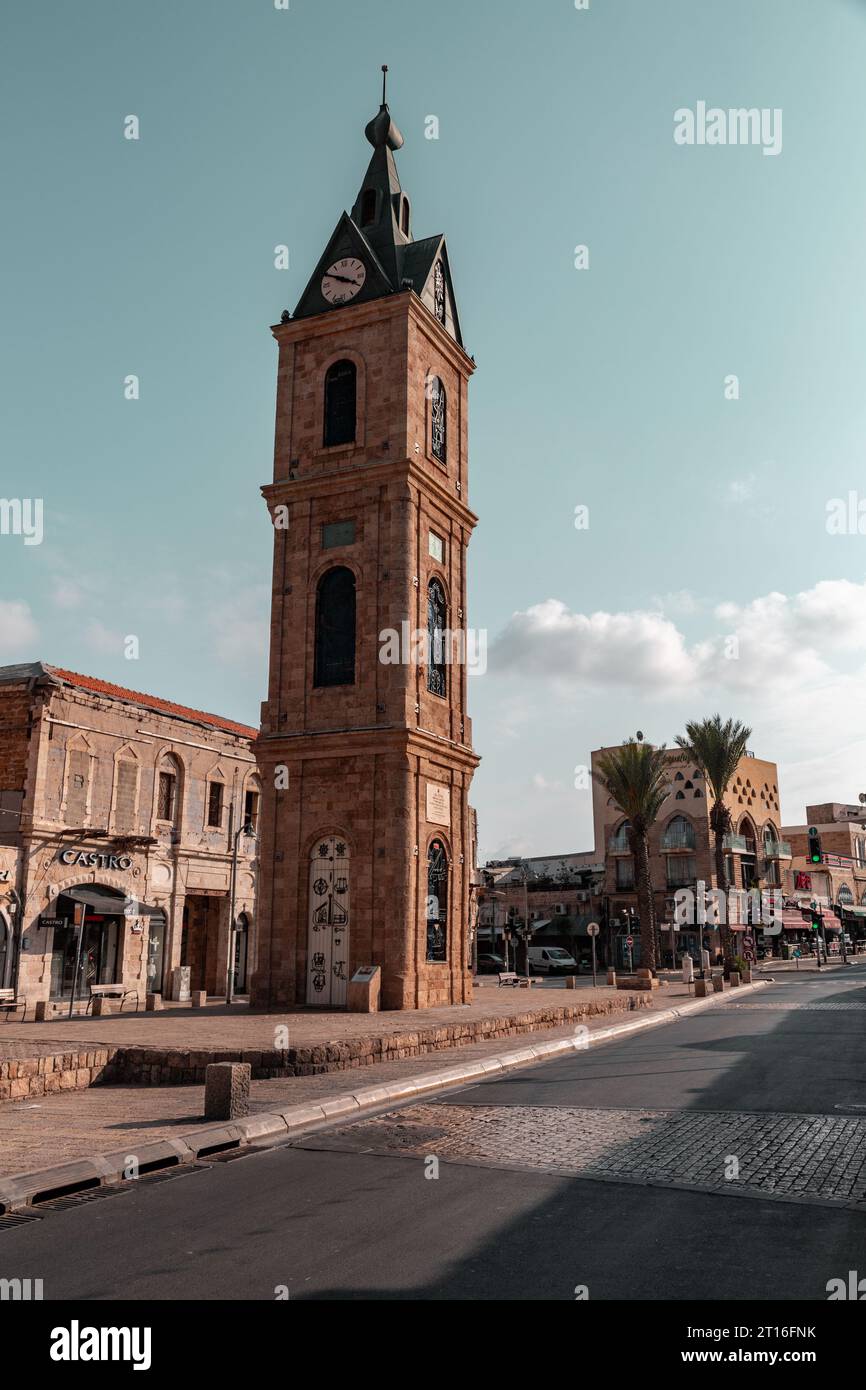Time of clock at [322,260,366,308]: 3:49
